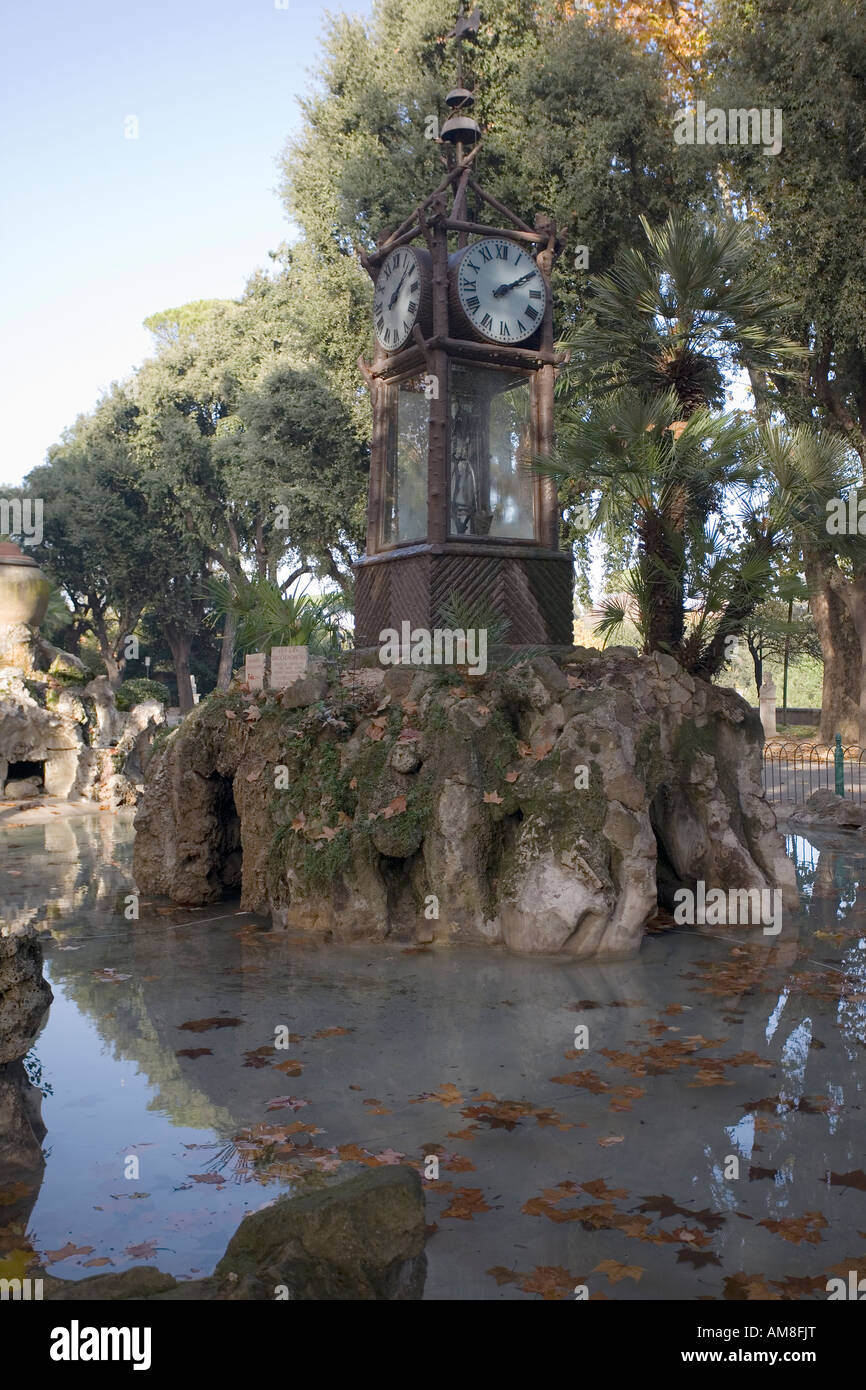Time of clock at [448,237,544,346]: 2:09
